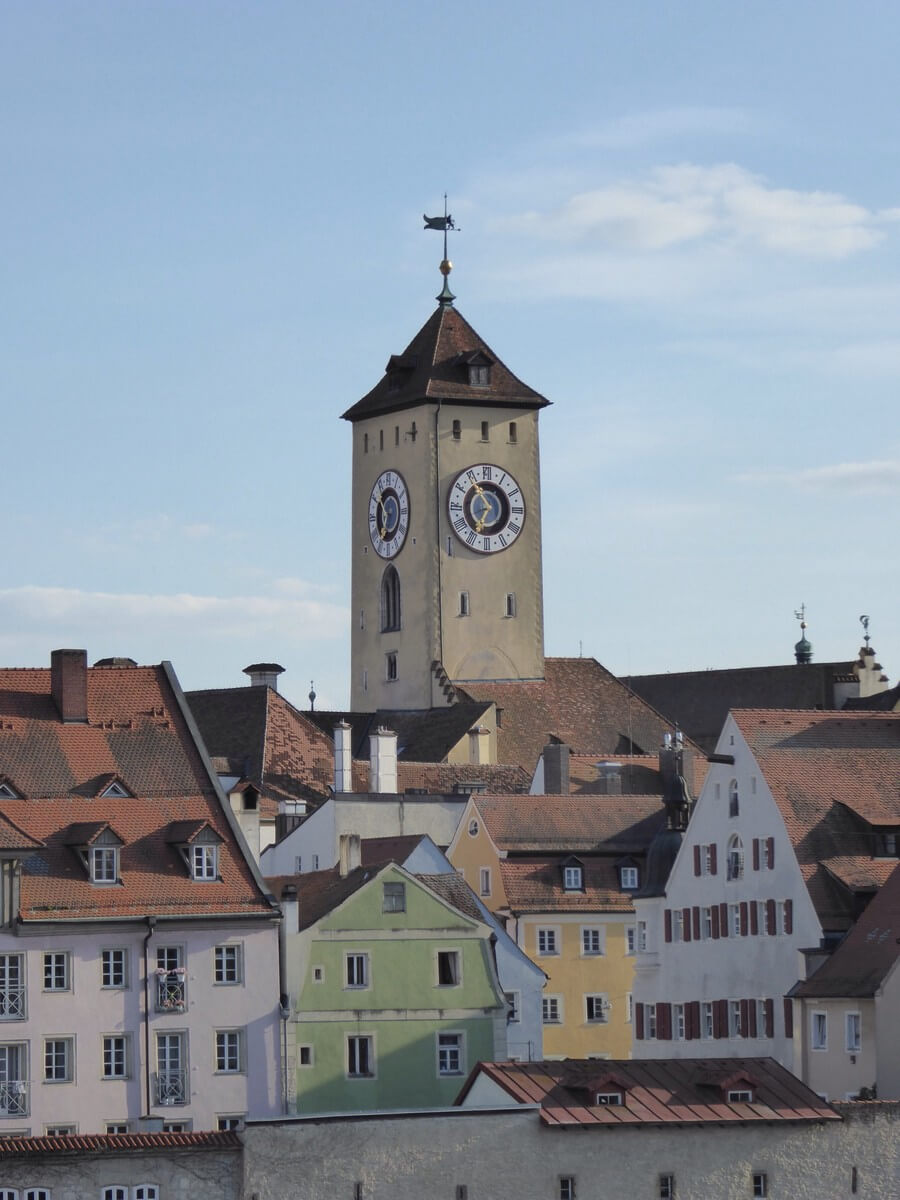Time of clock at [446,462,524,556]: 6:55
